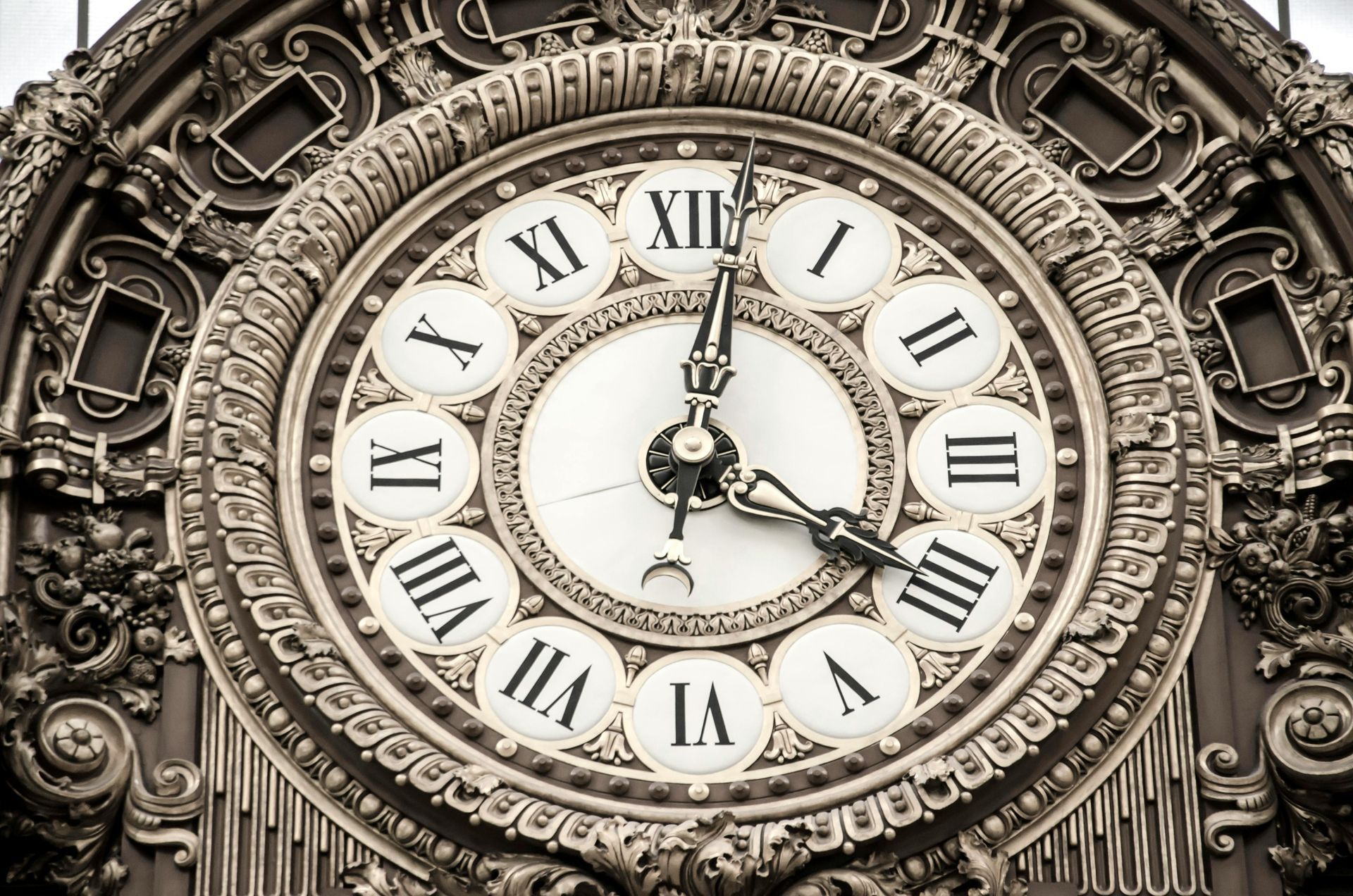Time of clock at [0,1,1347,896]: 12:18
